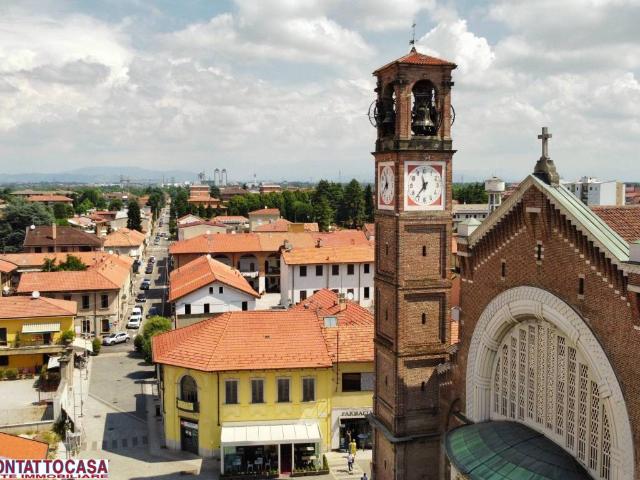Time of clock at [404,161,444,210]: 11:36
